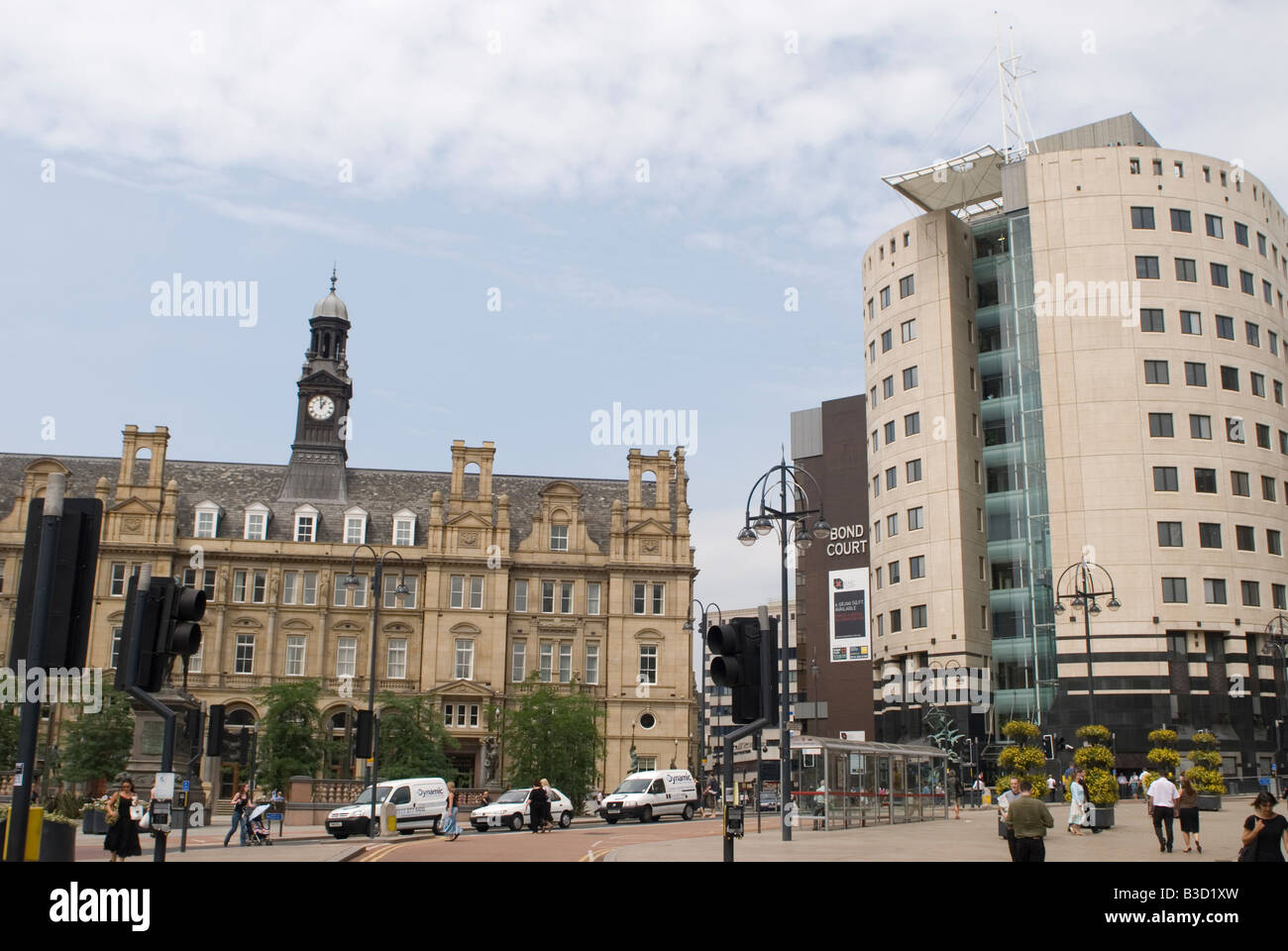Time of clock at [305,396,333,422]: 12:59
